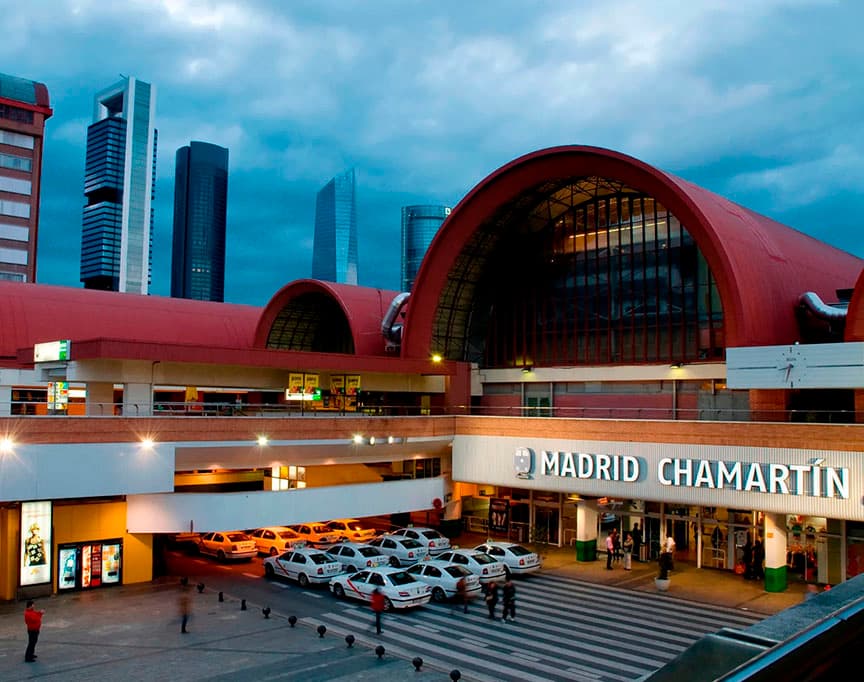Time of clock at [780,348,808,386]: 8:33
